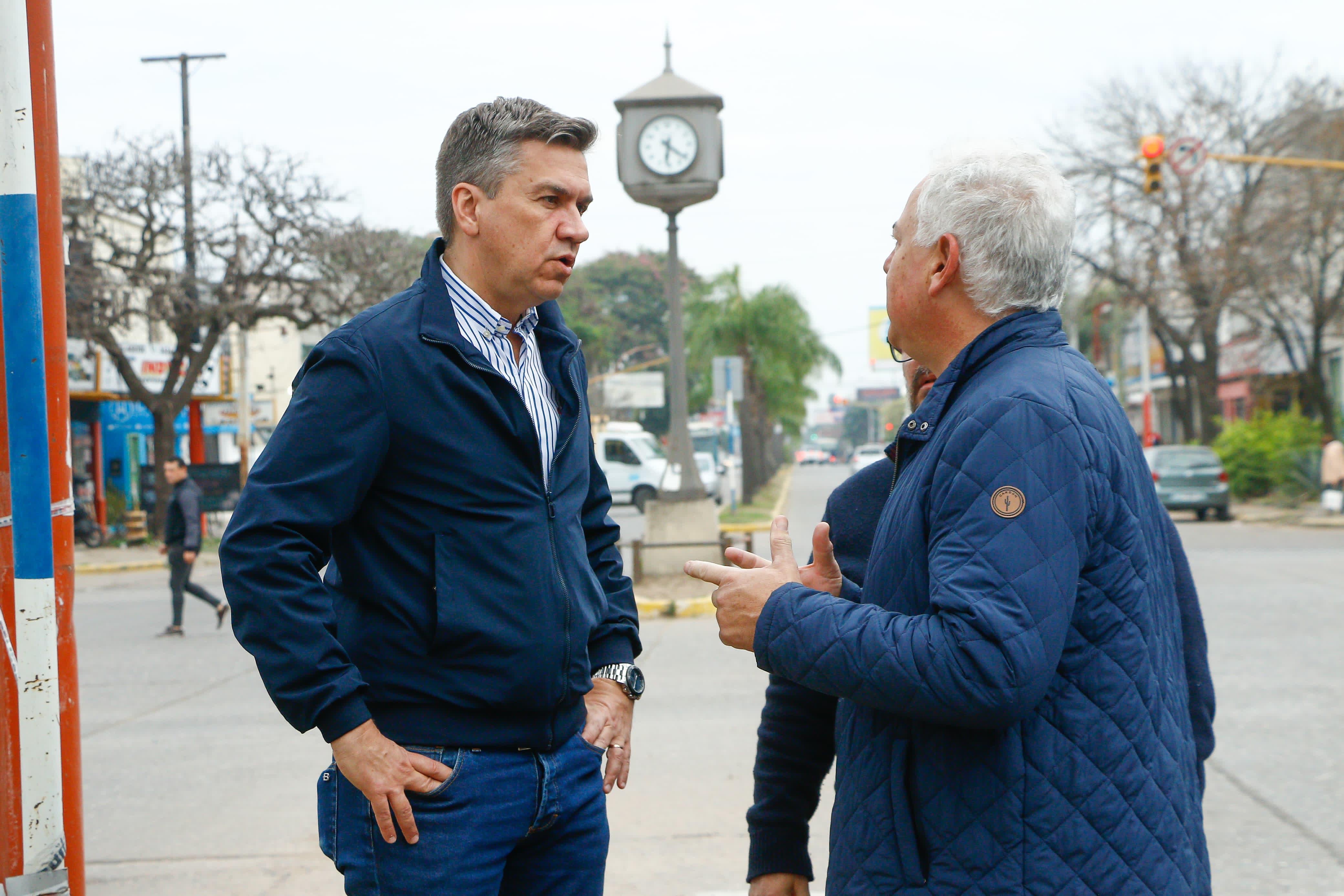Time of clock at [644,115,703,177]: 6:21
